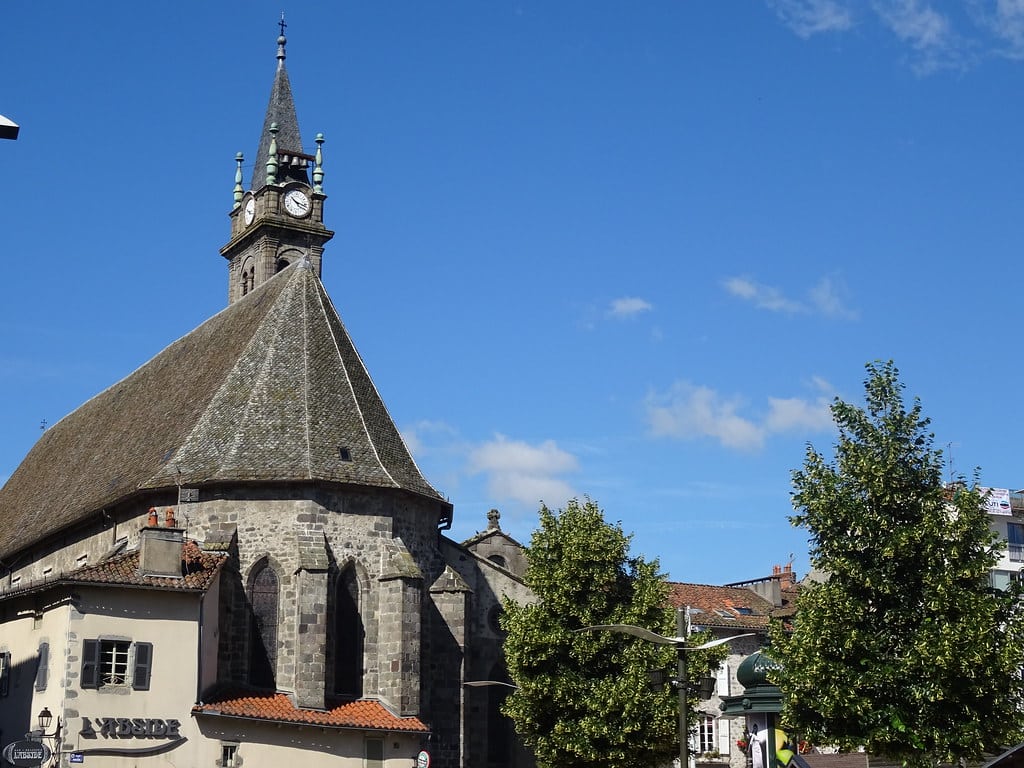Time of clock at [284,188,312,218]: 10:17
